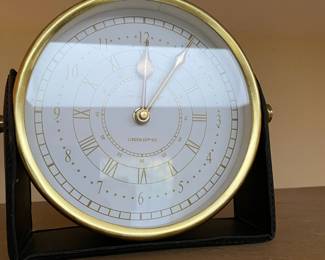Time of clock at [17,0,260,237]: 12:05
